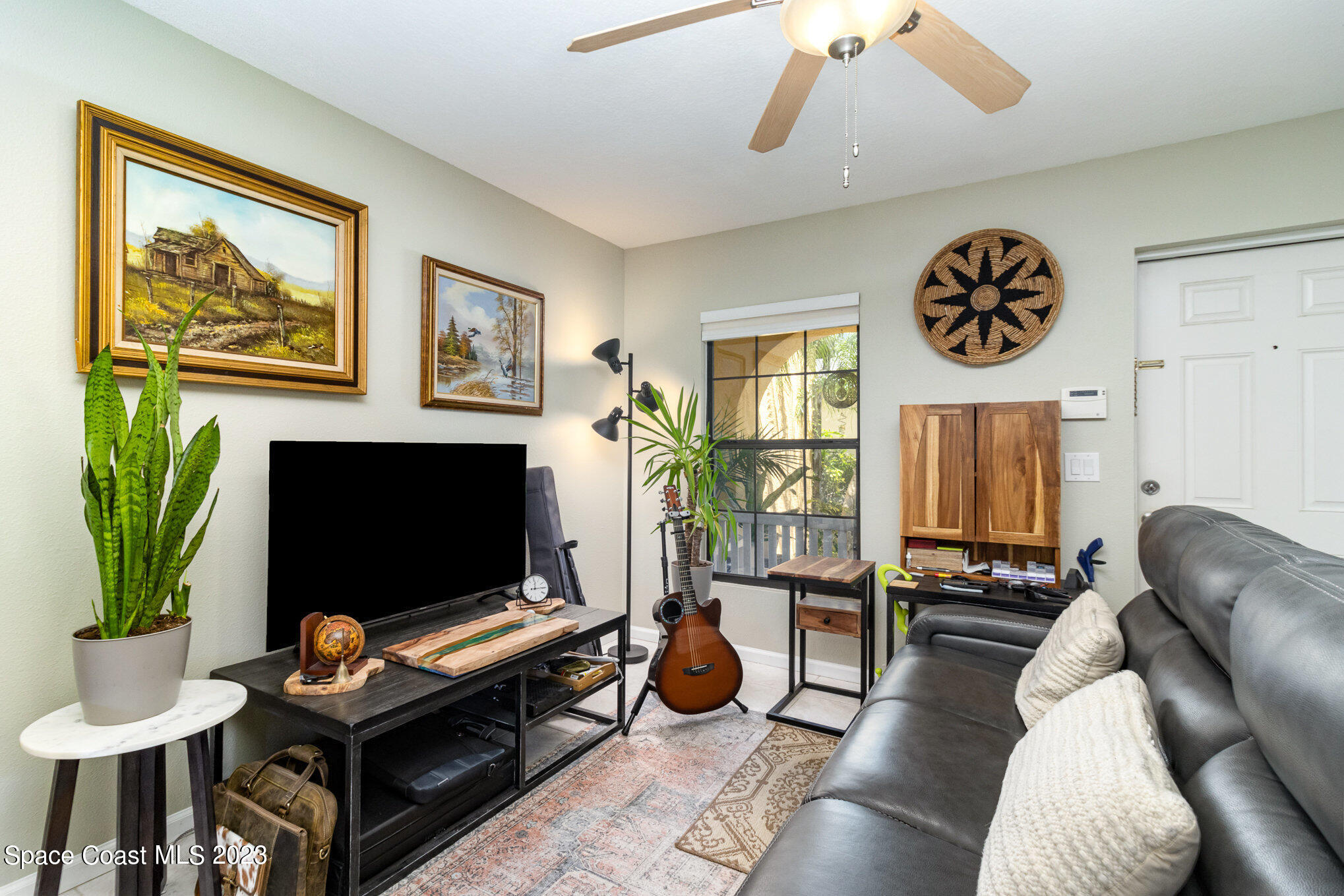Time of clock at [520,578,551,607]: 12:14
